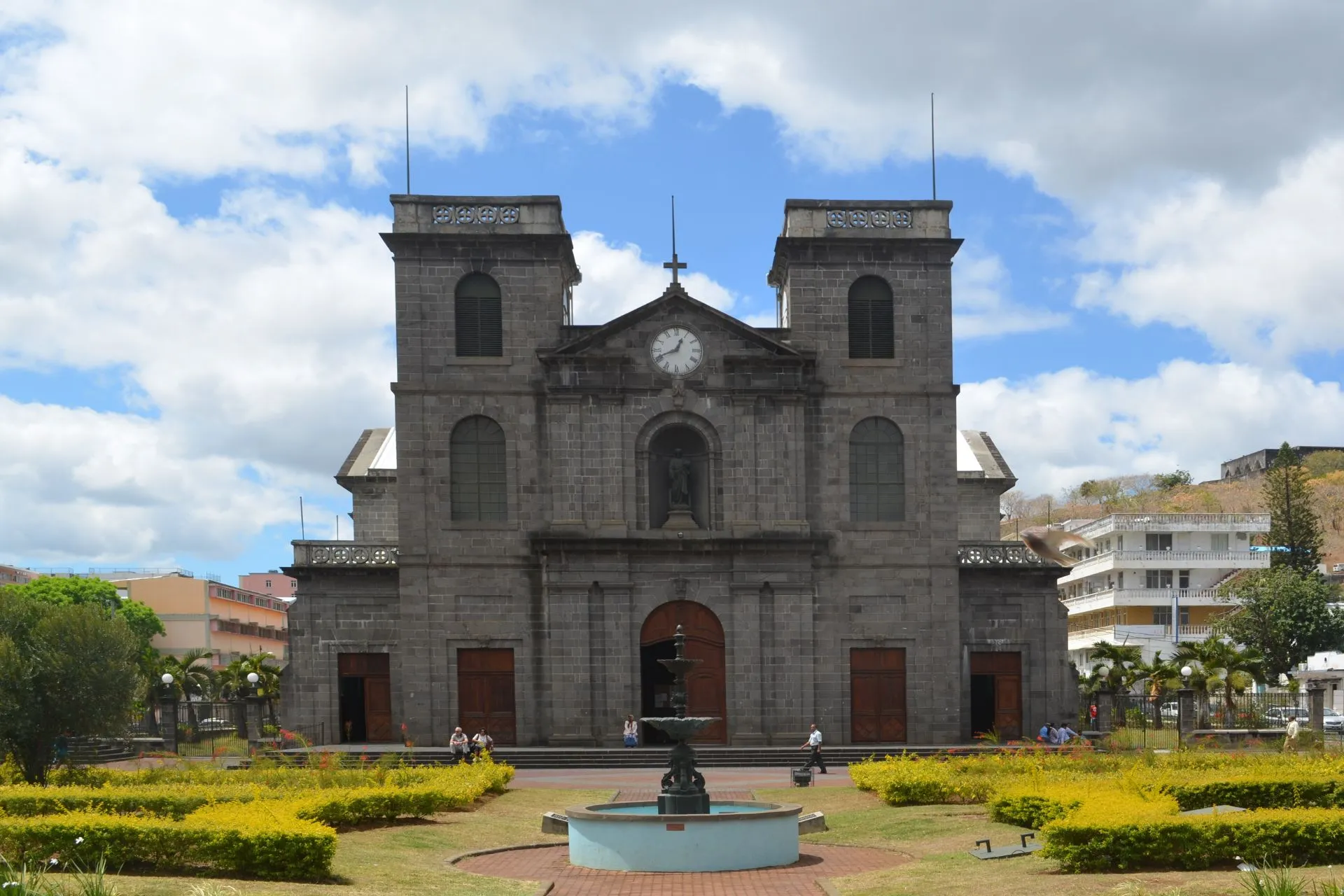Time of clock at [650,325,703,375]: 12:41
